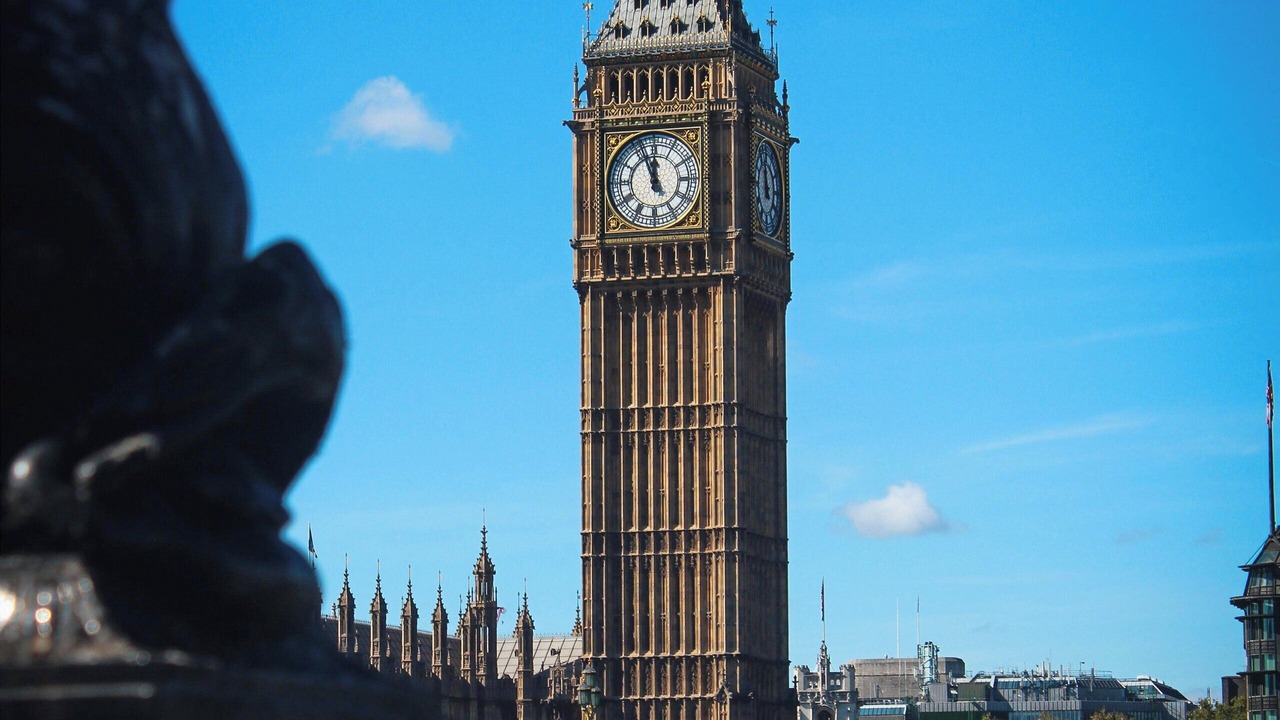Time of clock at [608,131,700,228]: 11:56
